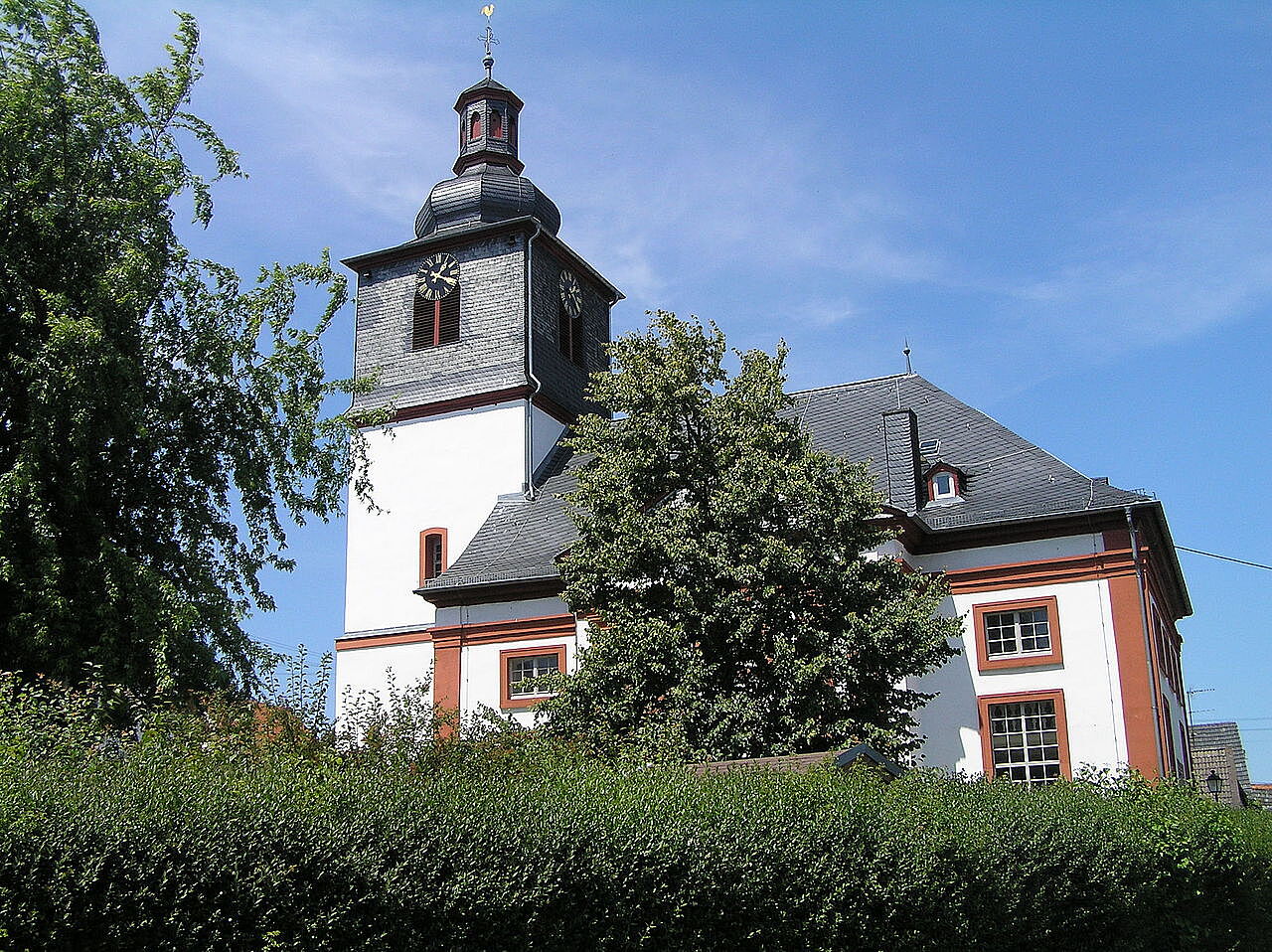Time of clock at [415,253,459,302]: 1:18
